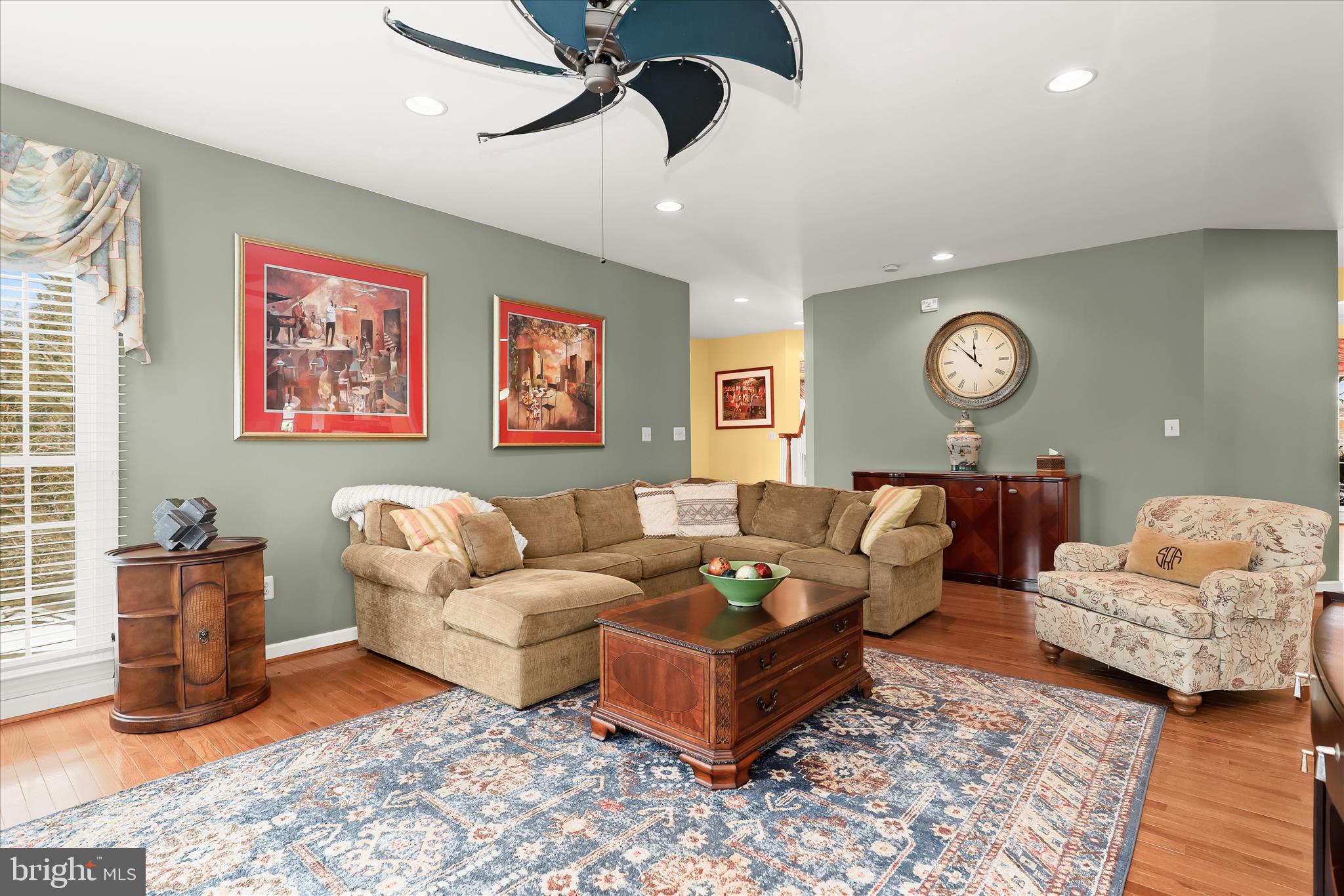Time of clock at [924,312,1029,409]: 11:52
